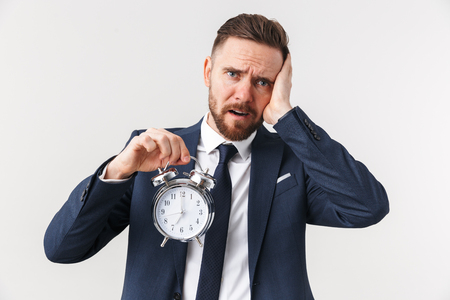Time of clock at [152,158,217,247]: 7:00
